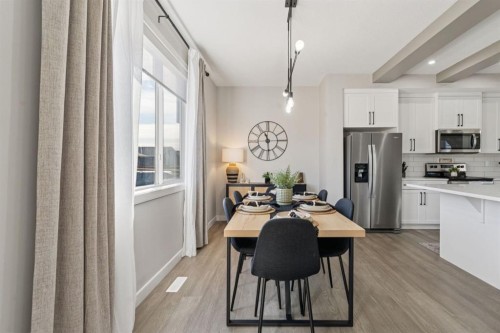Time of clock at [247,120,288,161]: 11:29
